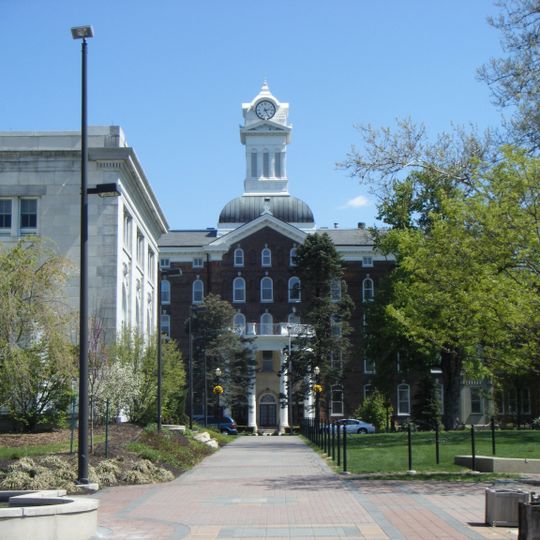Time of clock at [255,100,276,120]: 2:25
